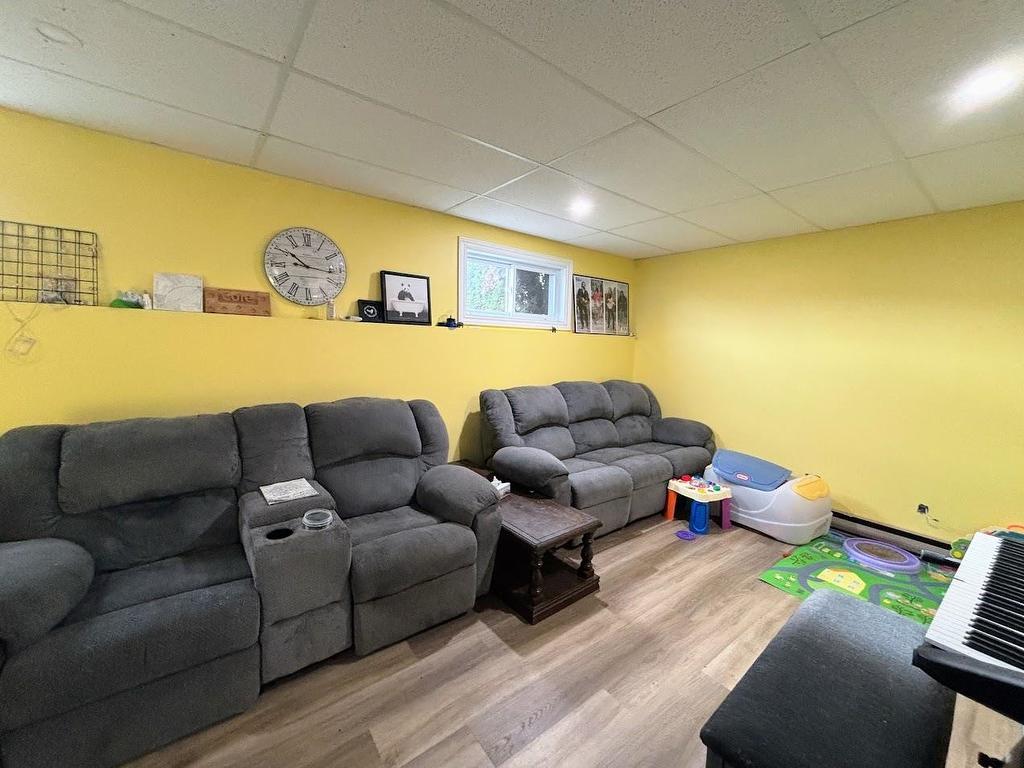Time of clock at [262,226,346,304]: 10:16
